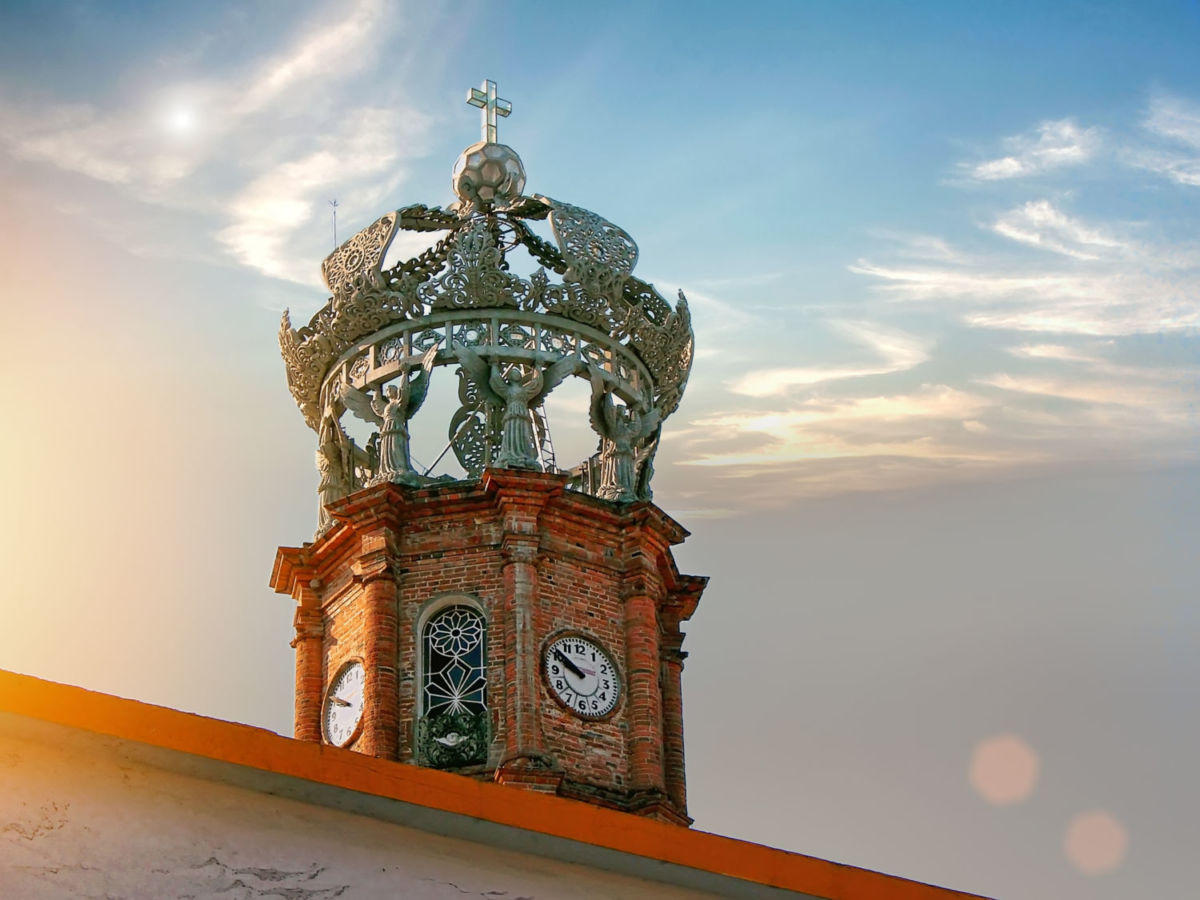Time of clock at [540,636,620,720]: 9:51
